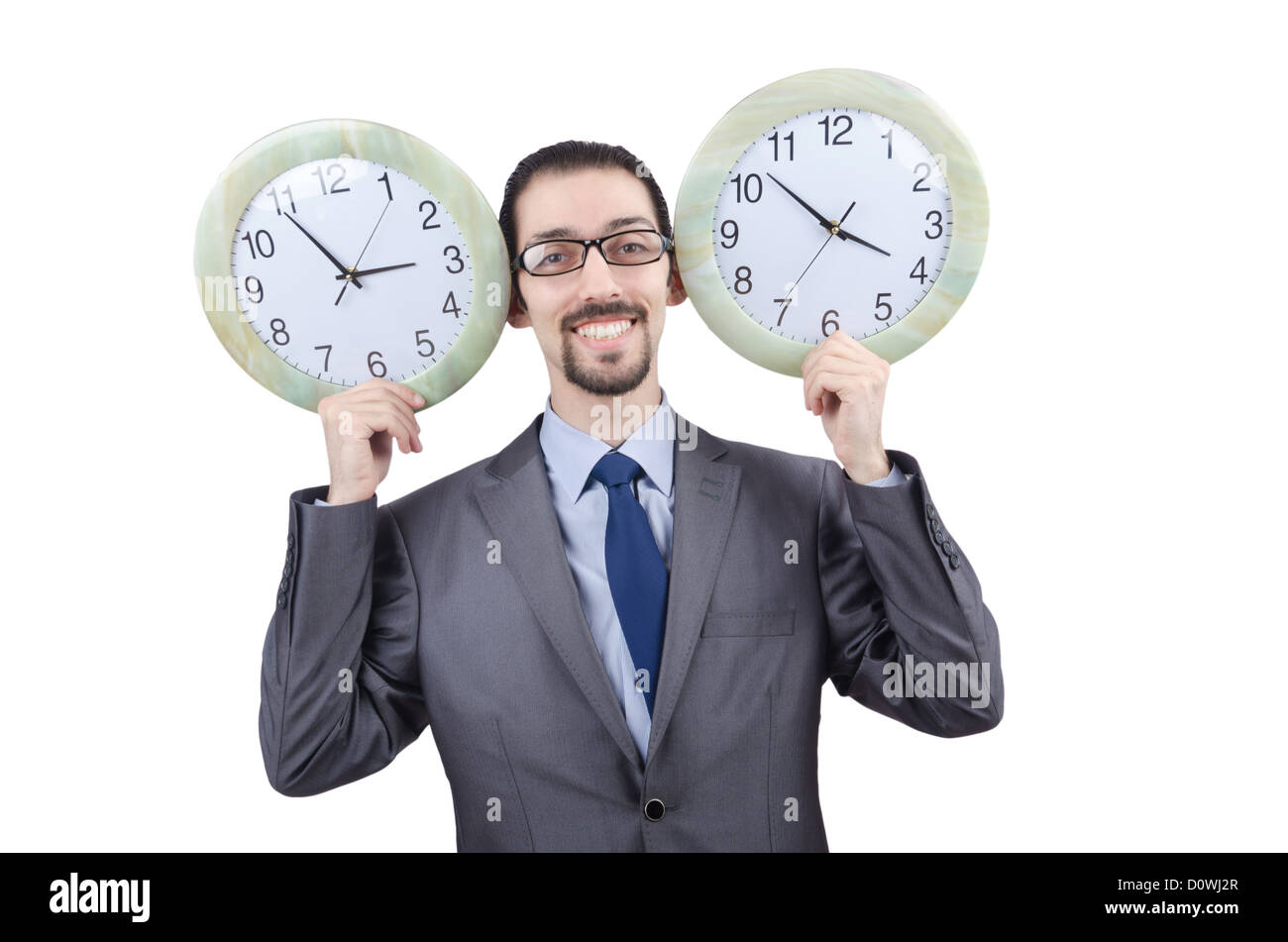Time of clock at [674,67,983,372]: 3:52
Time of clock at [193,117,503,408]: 2:54
